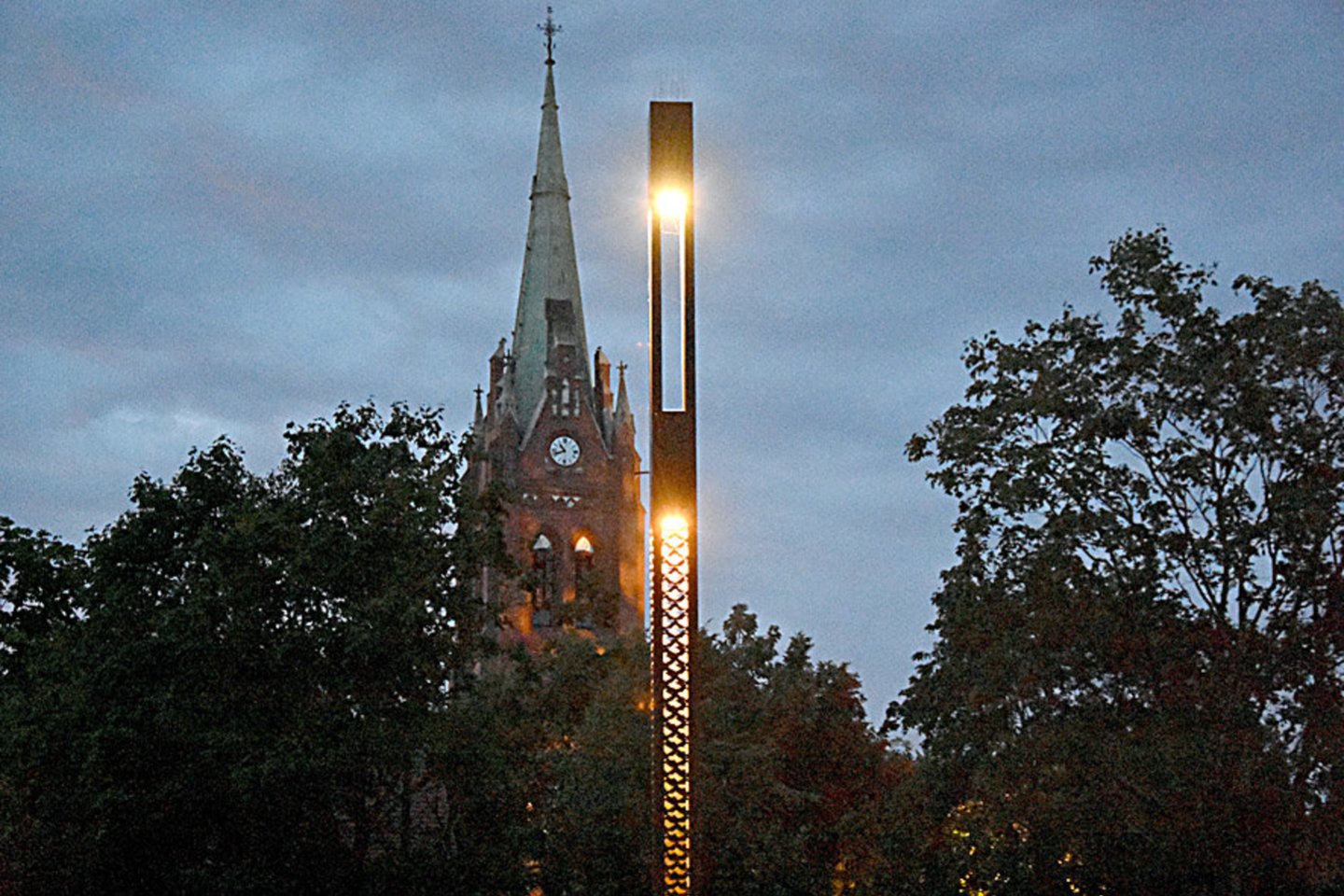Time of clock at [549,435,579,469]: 10:41
